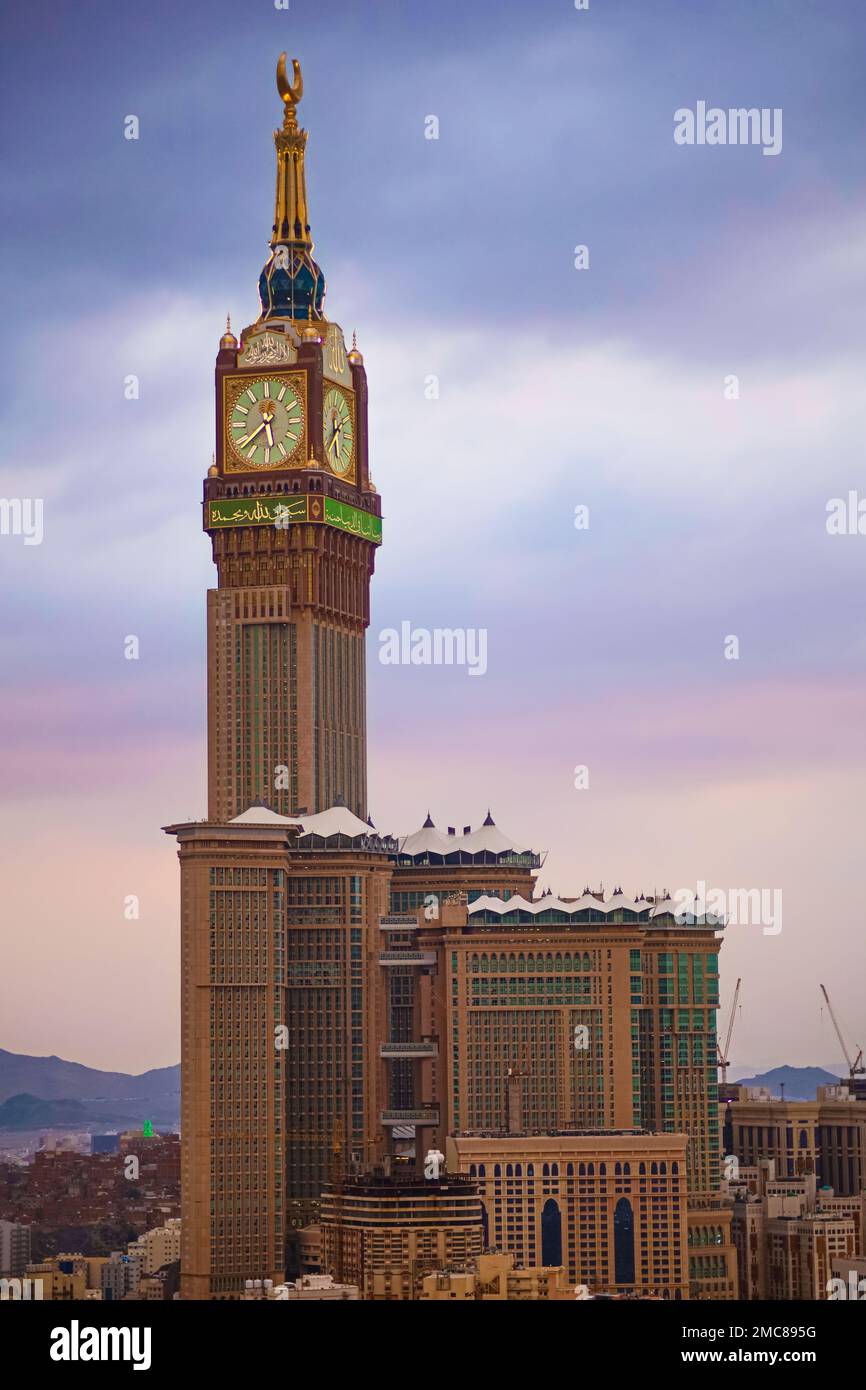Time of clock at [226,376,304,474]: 5:38
